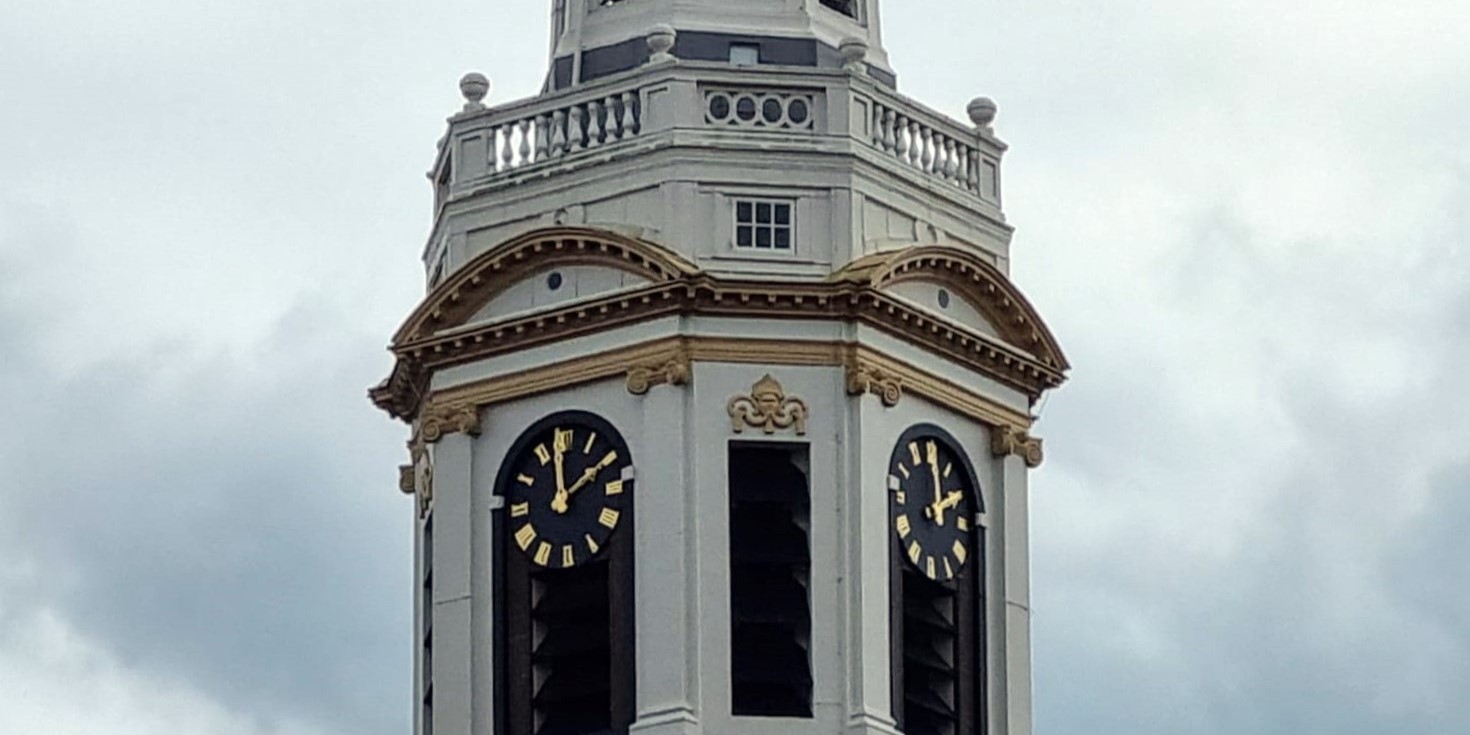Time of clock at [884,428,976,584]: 1:59
